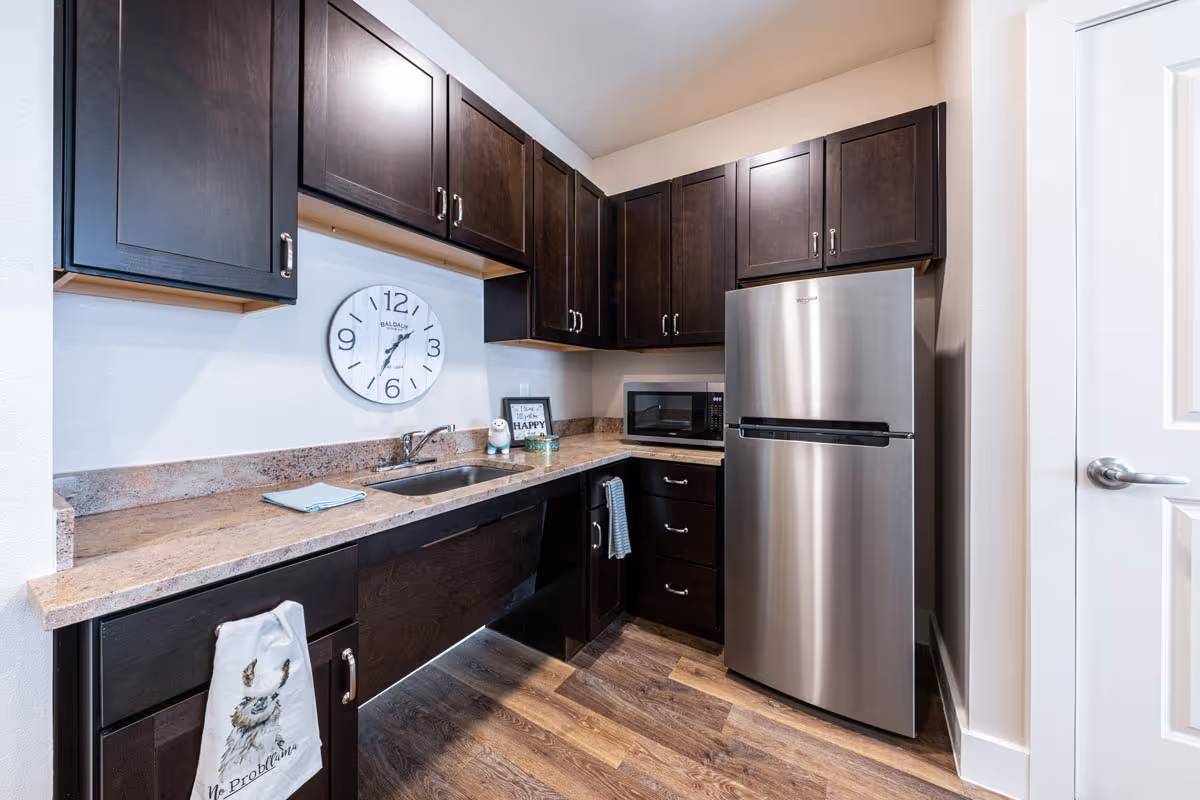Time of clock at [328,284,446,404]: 1:34
